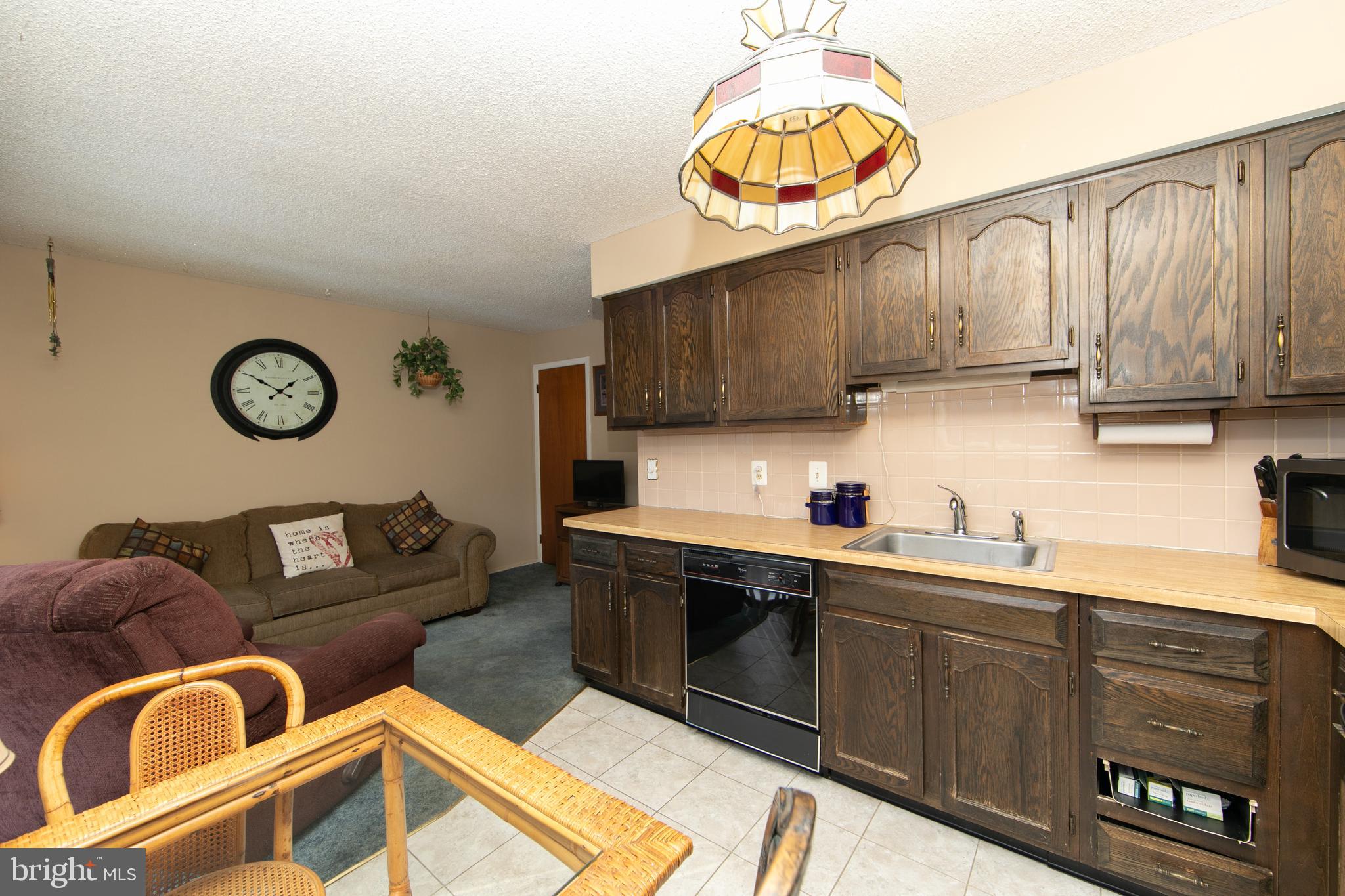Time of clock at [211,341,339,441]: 1:50
